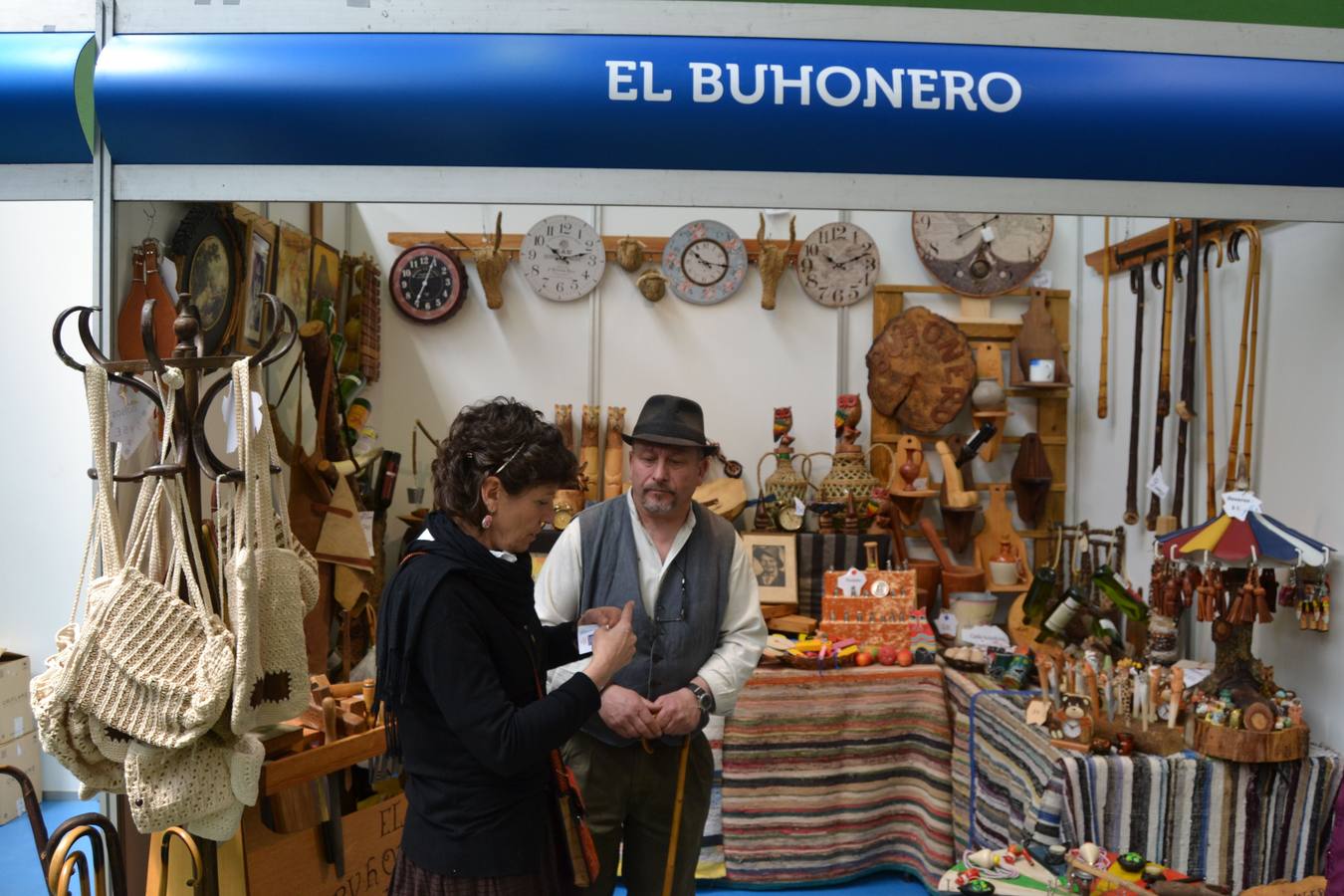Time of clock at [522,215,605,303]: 10:12
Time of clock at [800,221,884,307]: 10:11
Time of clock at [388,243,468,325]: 7:04
